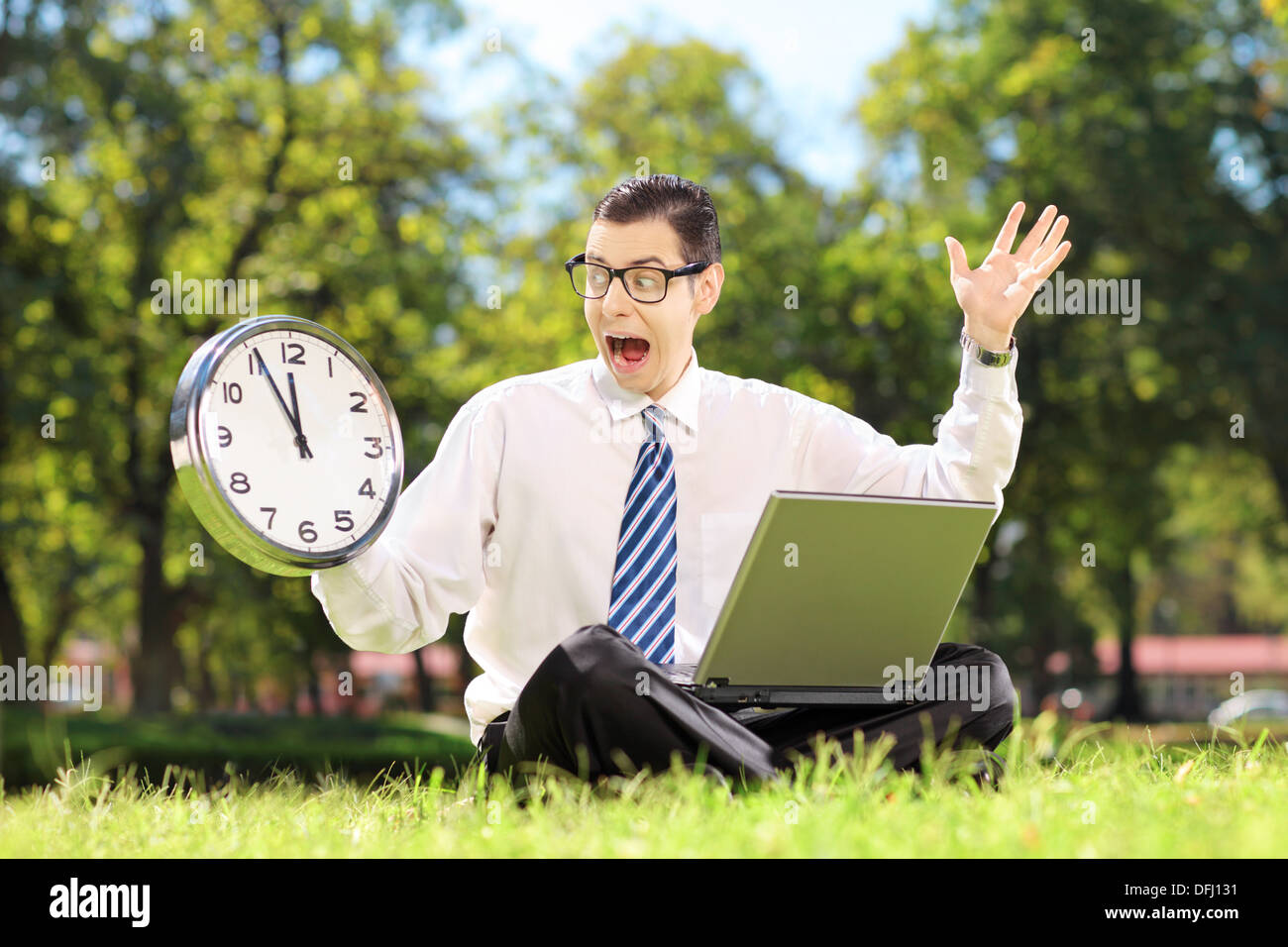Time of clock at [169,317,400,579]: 11:55
